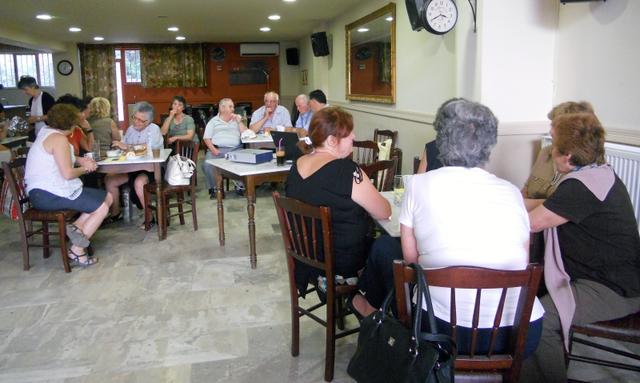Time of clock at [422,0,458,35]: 3:40
